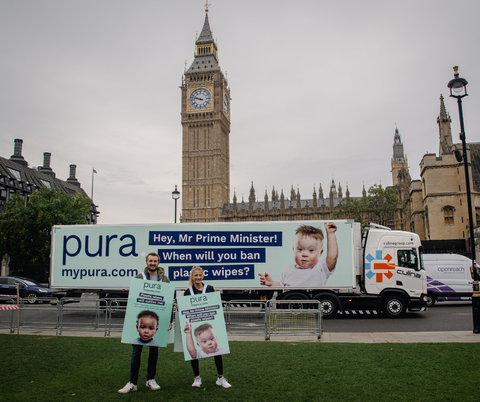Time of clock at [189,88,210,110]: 9:47
